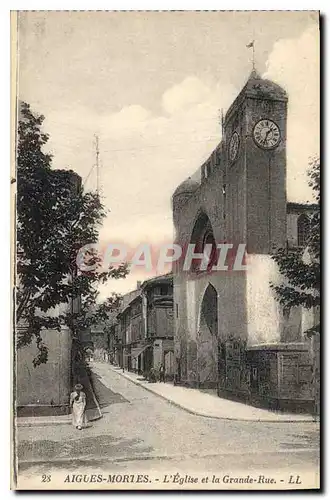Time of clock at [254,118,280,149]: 1:33
